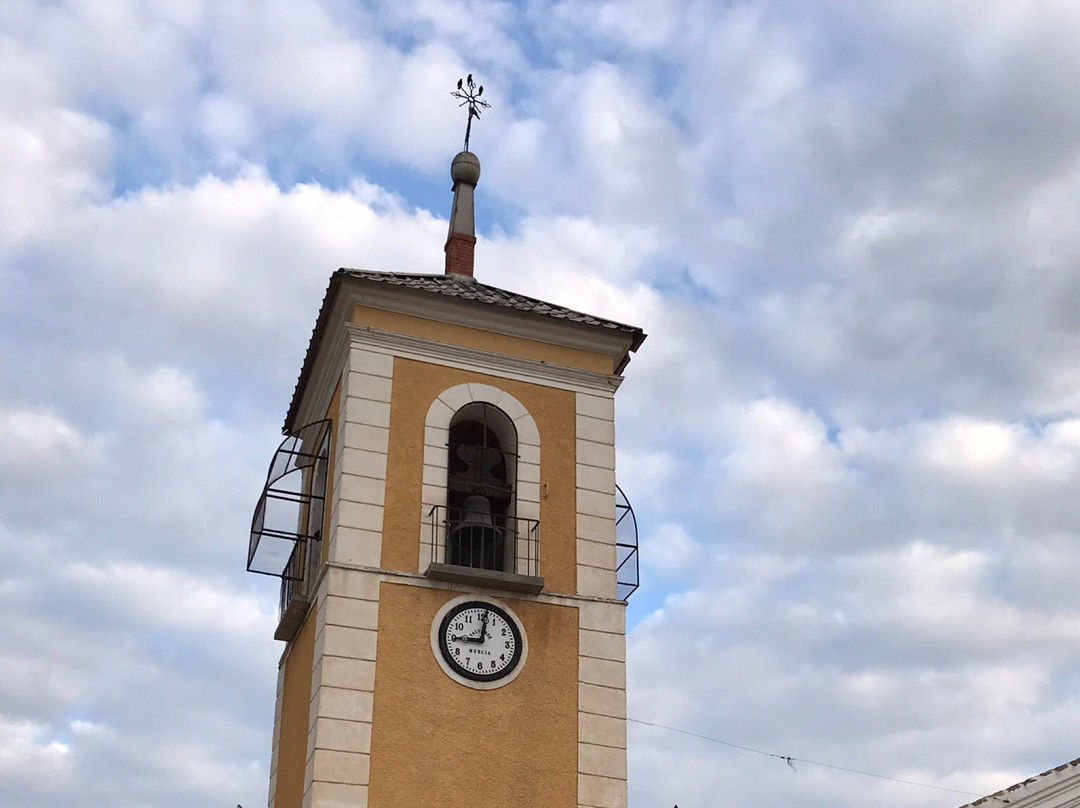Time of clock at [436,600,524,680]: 9:01
